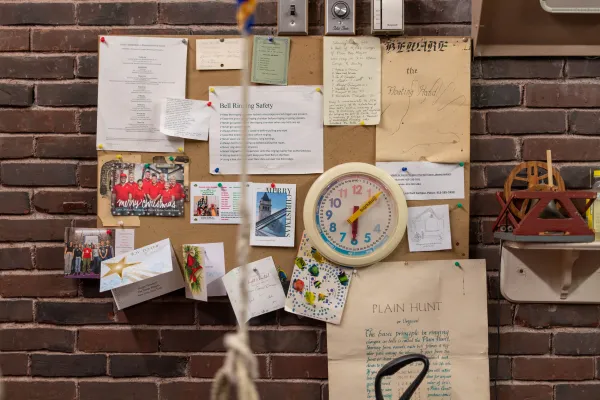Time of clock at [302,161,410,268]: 6:08
